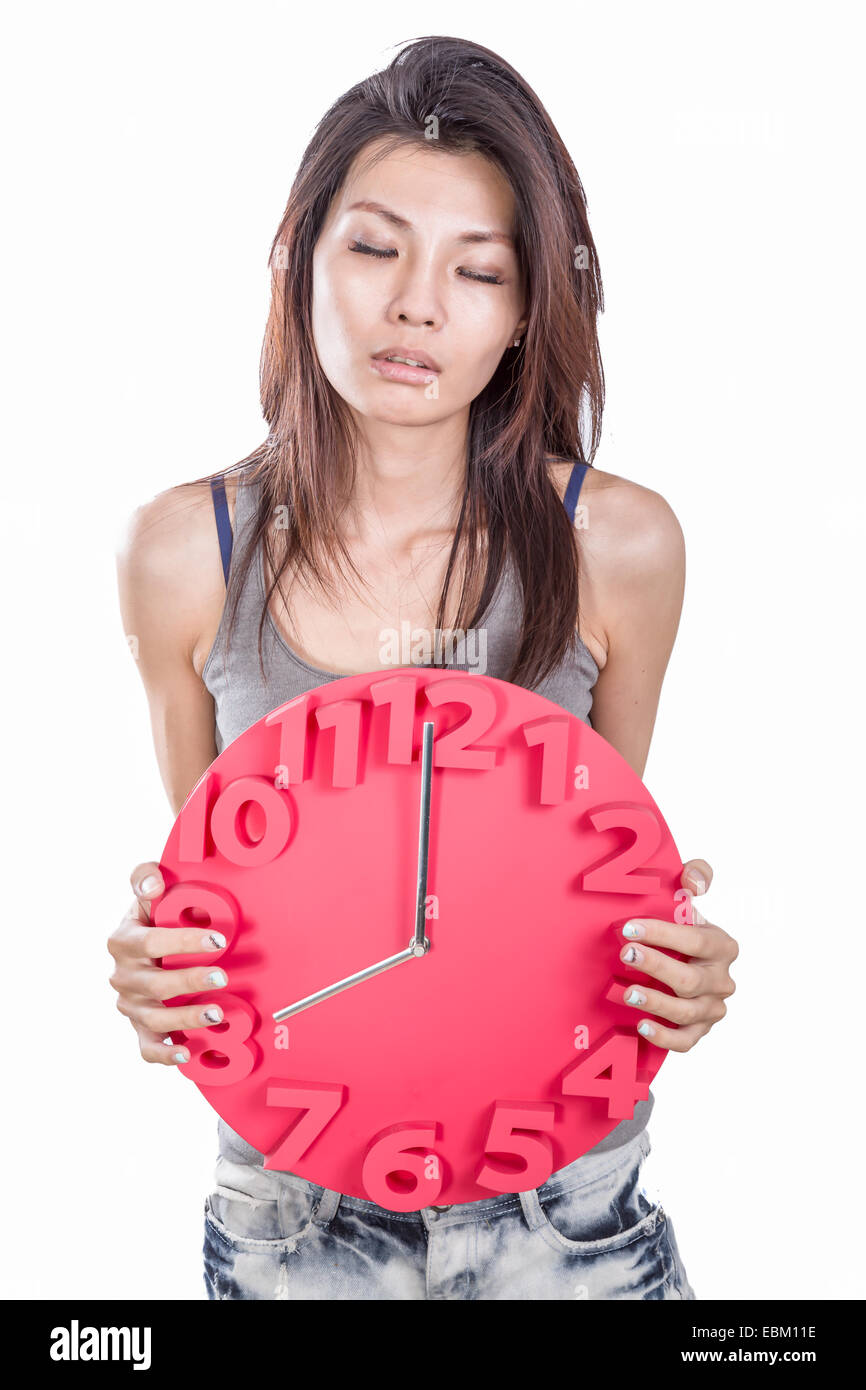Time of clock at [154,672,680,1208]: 7:59
